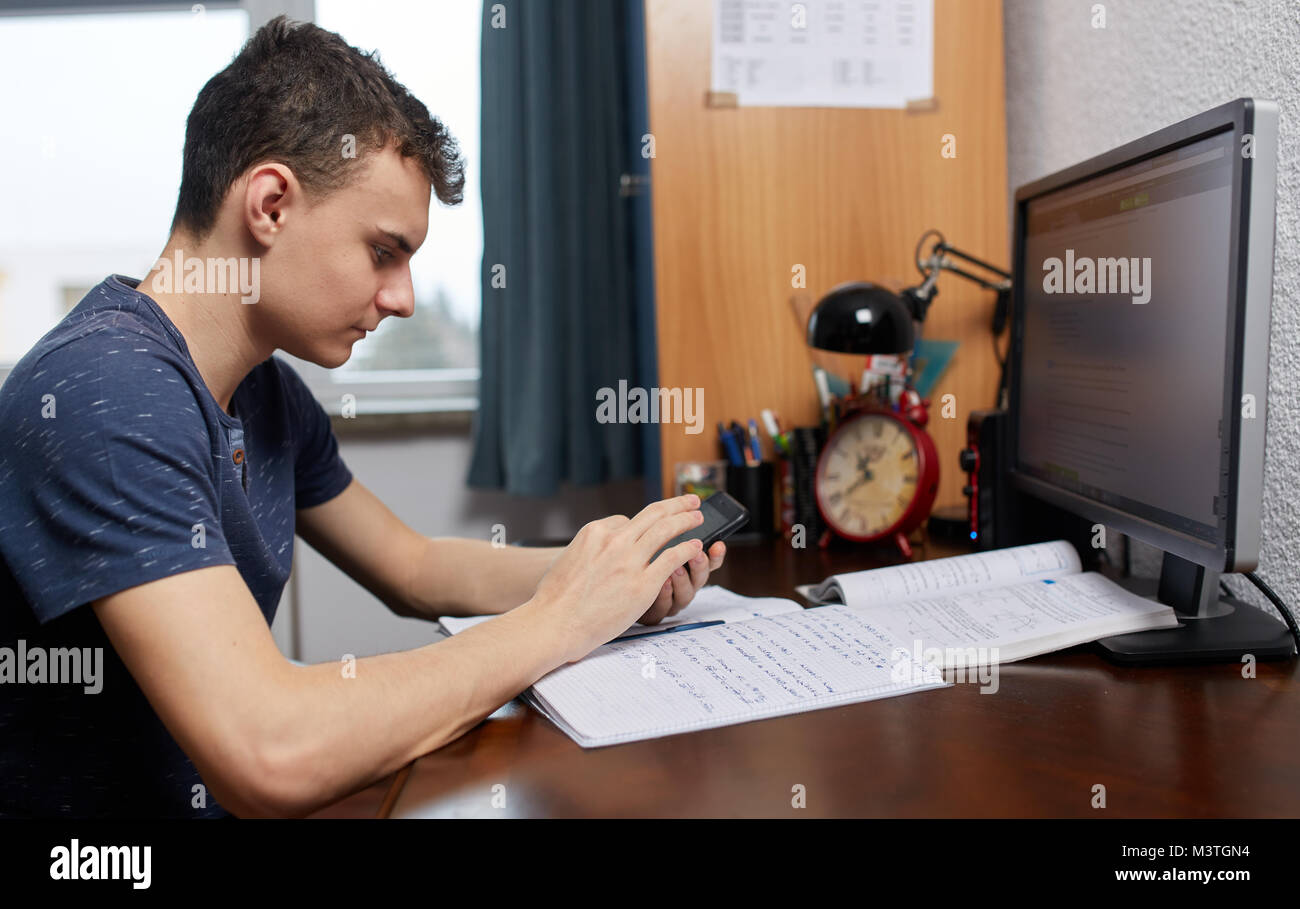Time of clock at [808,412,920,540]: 10:39
